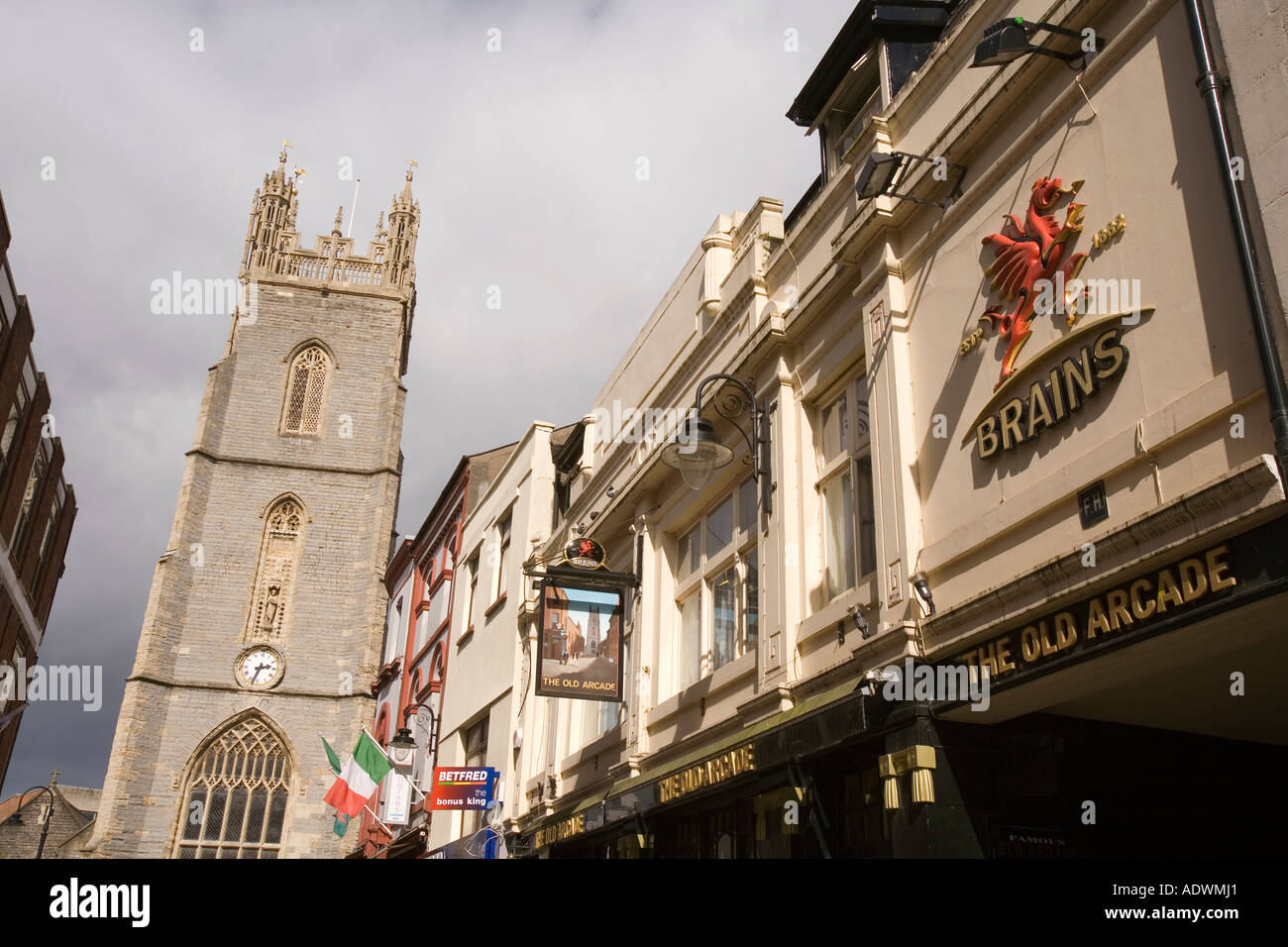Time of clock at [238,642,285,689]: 2:33
